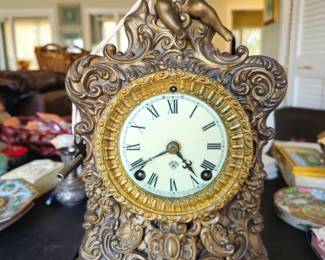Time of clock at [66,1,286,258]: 4:40
